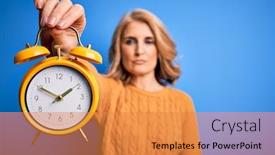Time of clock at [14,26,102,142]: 1:50
